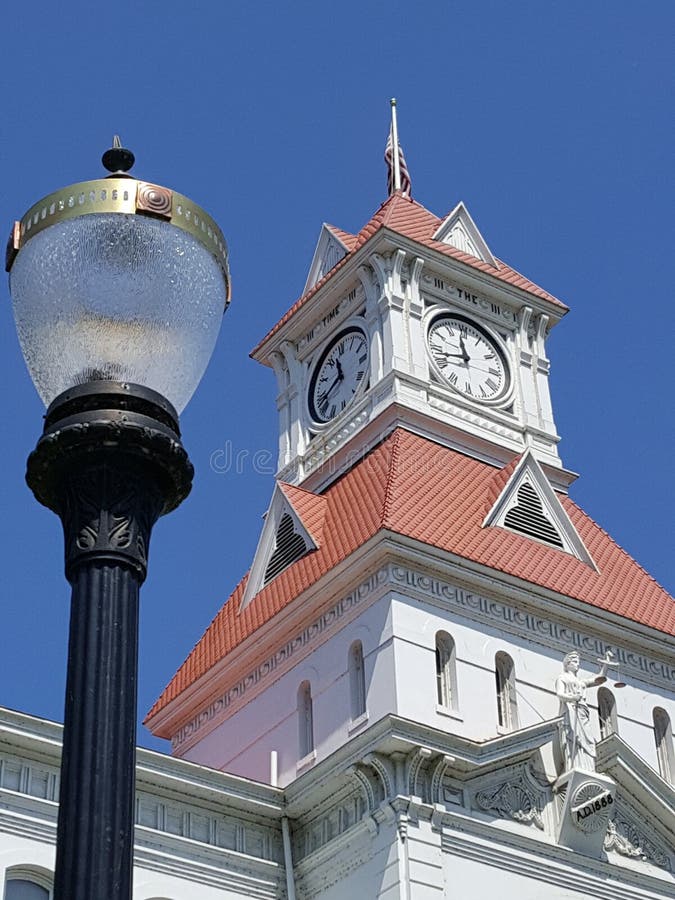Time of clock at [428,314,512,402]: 11:42
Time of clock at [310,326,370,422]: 11:41
